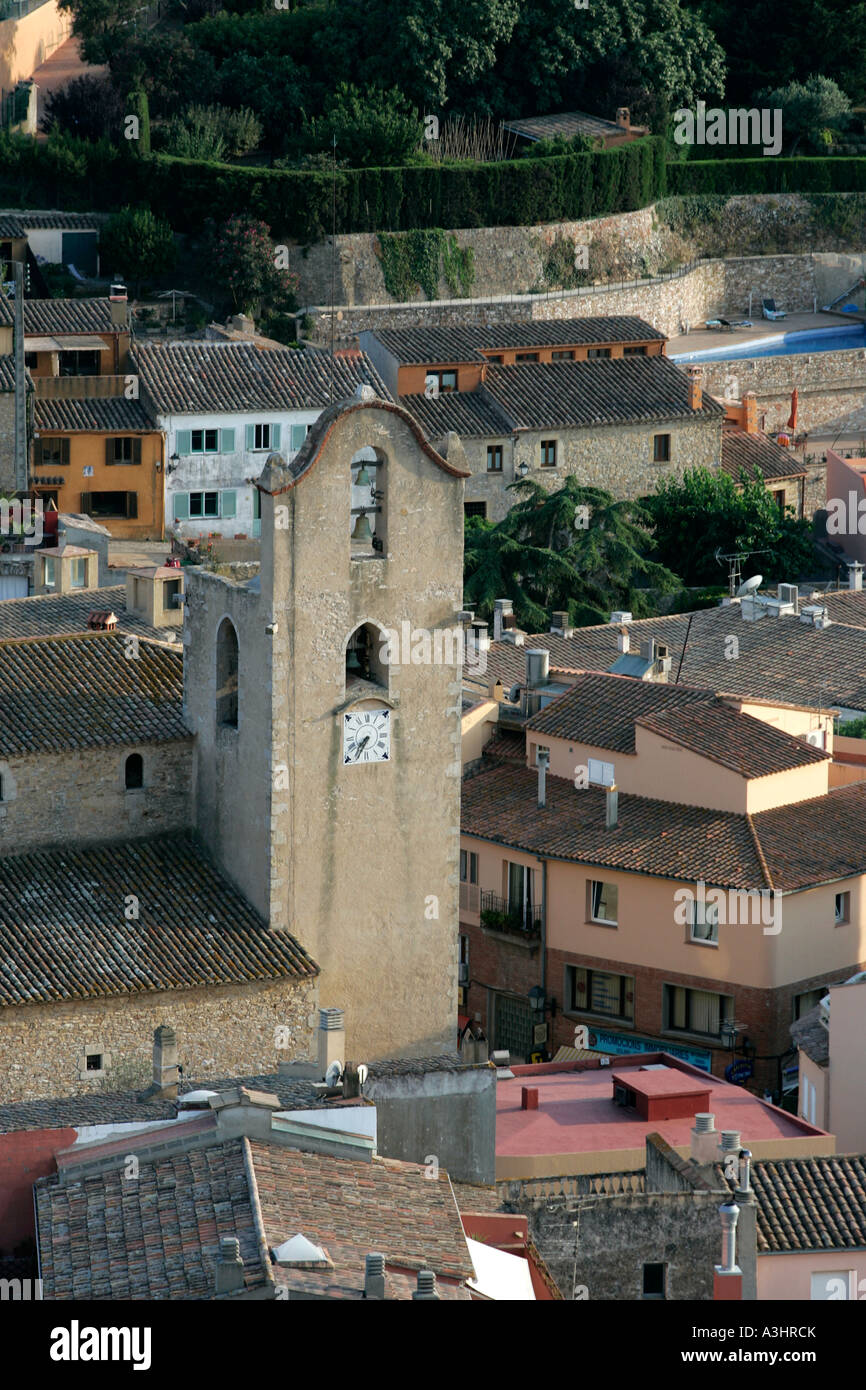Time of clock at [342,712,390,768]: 7:35
